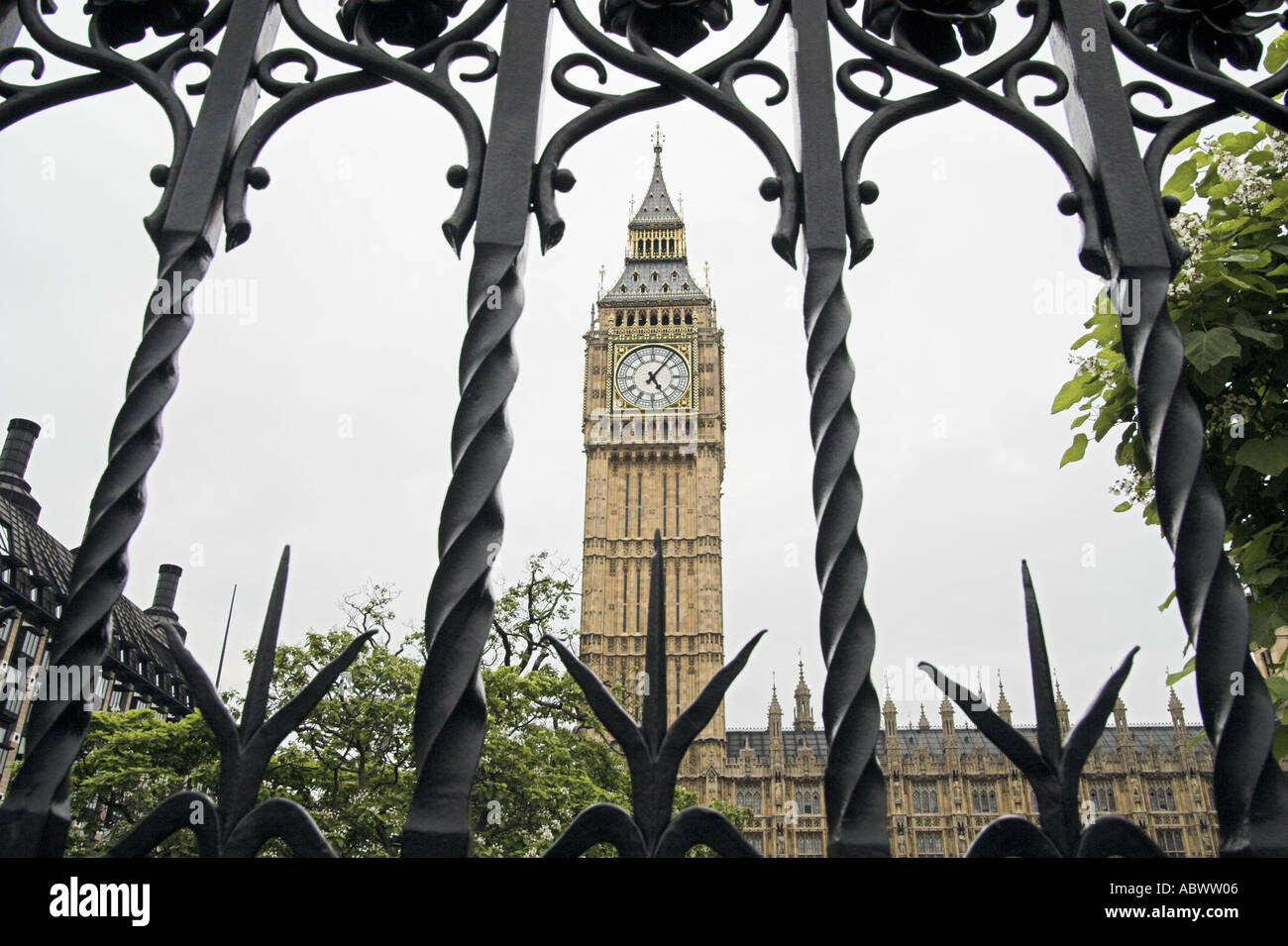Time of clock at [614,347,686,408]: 5:06
